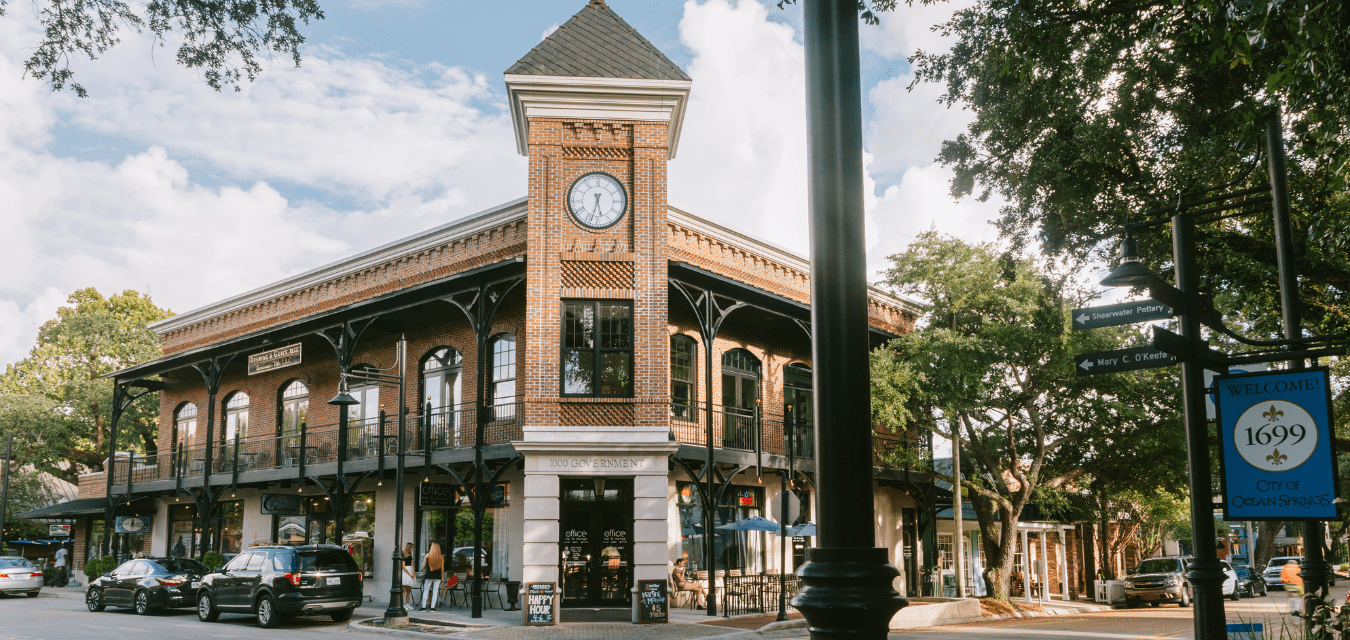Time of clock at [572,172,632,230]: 5:33
